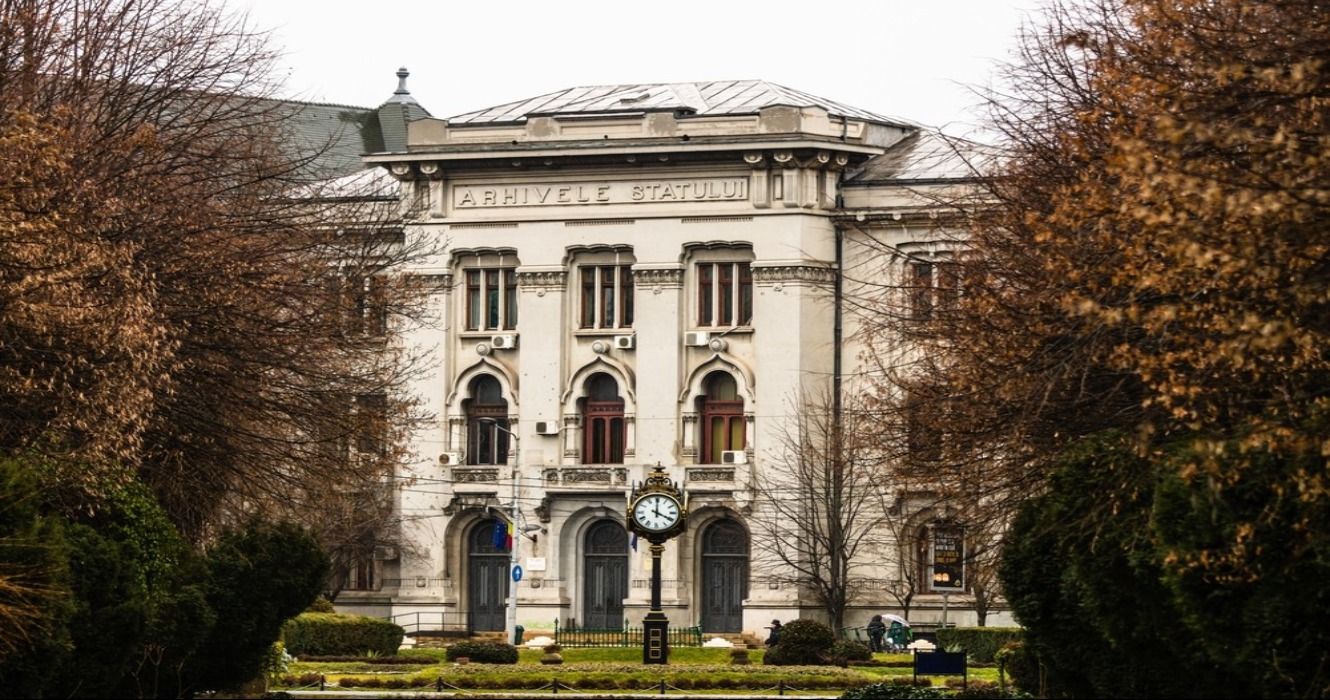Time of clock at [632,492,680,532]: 4:00
